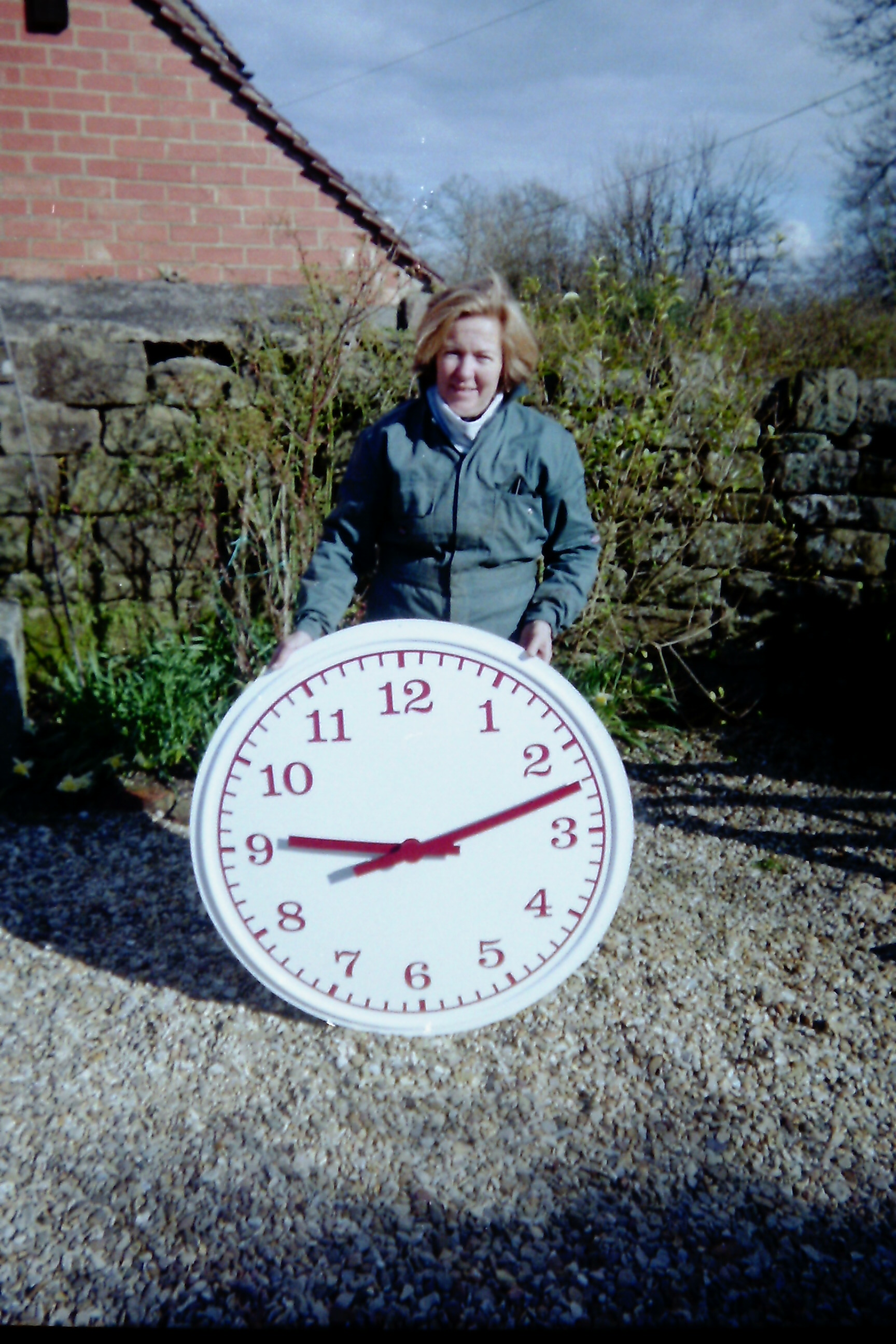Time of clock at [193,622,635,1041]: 9:12
